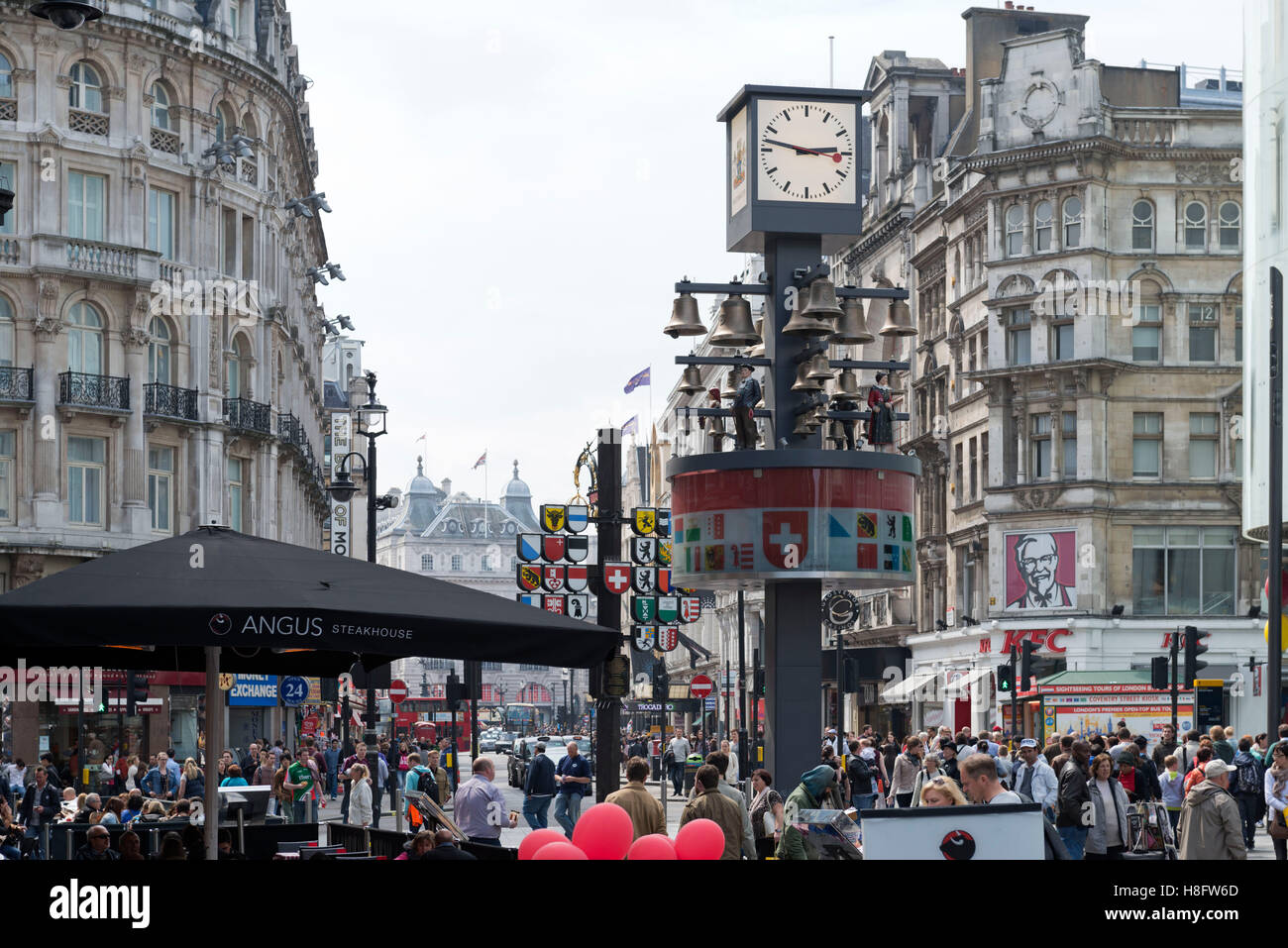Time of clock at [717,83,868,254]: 2:47
